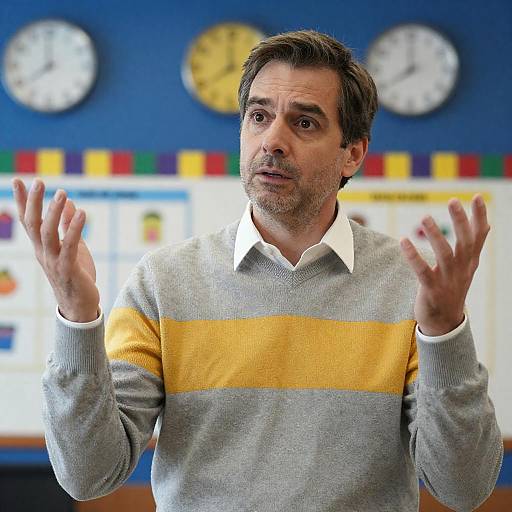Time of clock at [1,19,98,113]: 7:59
